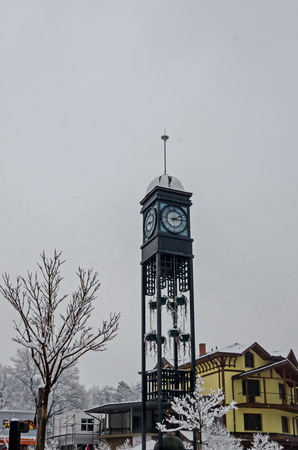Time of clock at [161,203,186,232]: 3:09
